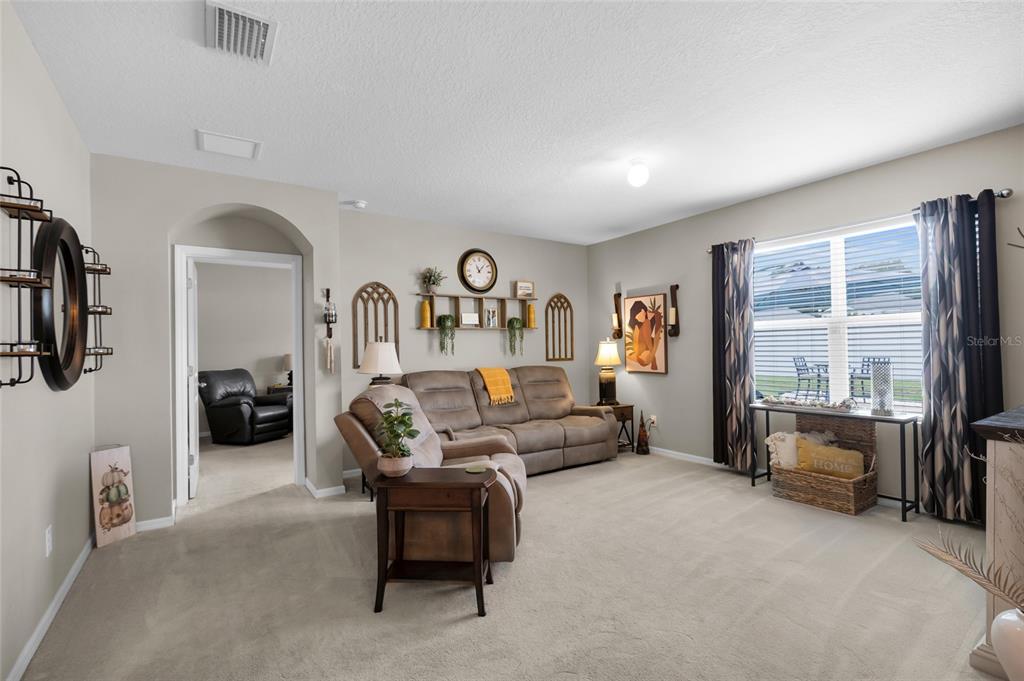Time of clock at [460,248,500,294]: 11:07
